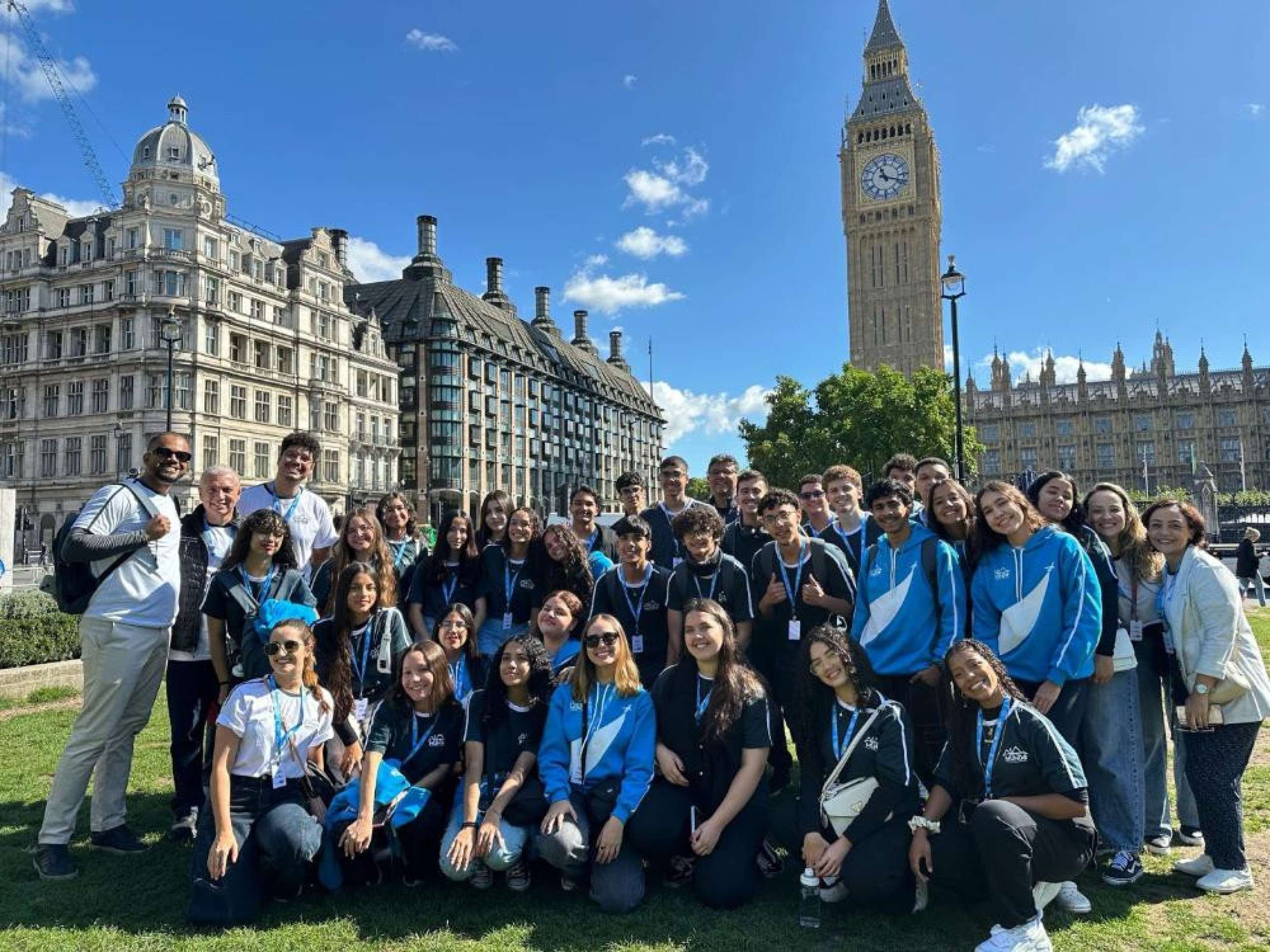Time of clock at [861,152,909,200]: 11:17
